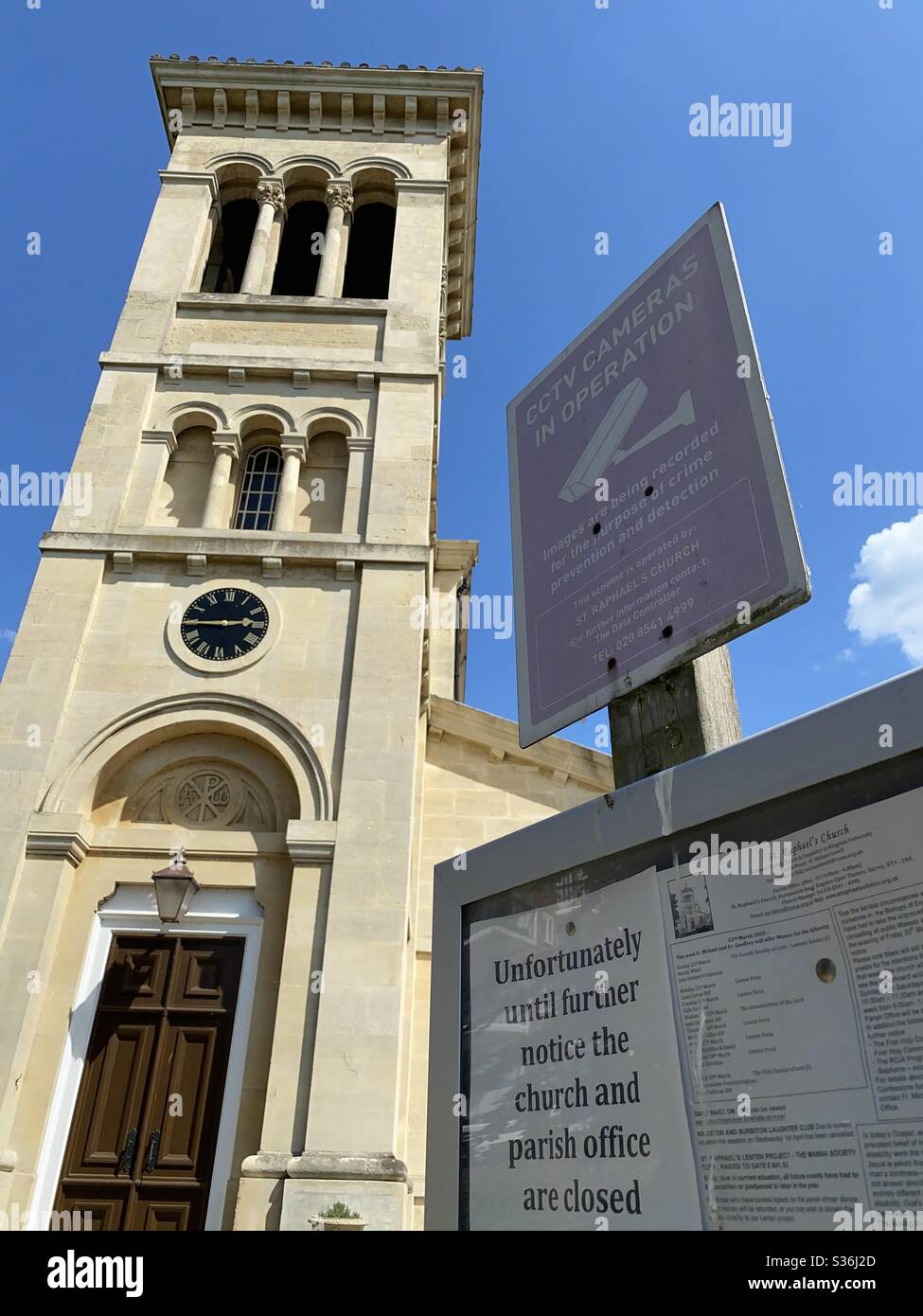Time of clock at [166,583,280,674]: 2:45
